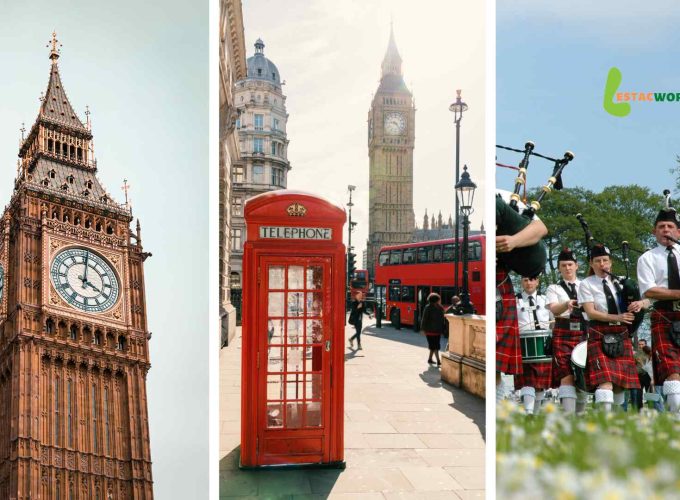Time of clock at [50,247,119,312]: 4:00
